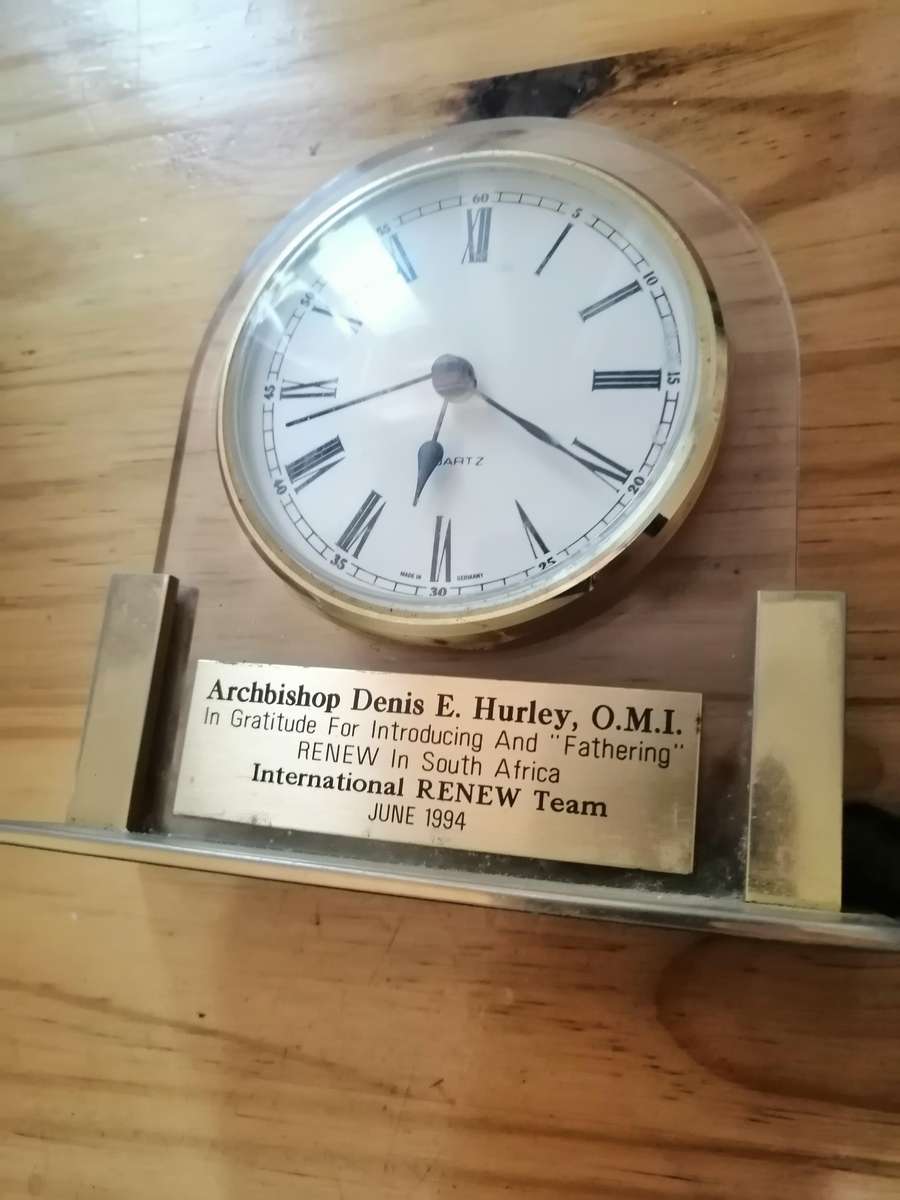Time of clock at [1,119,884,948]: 6:19
